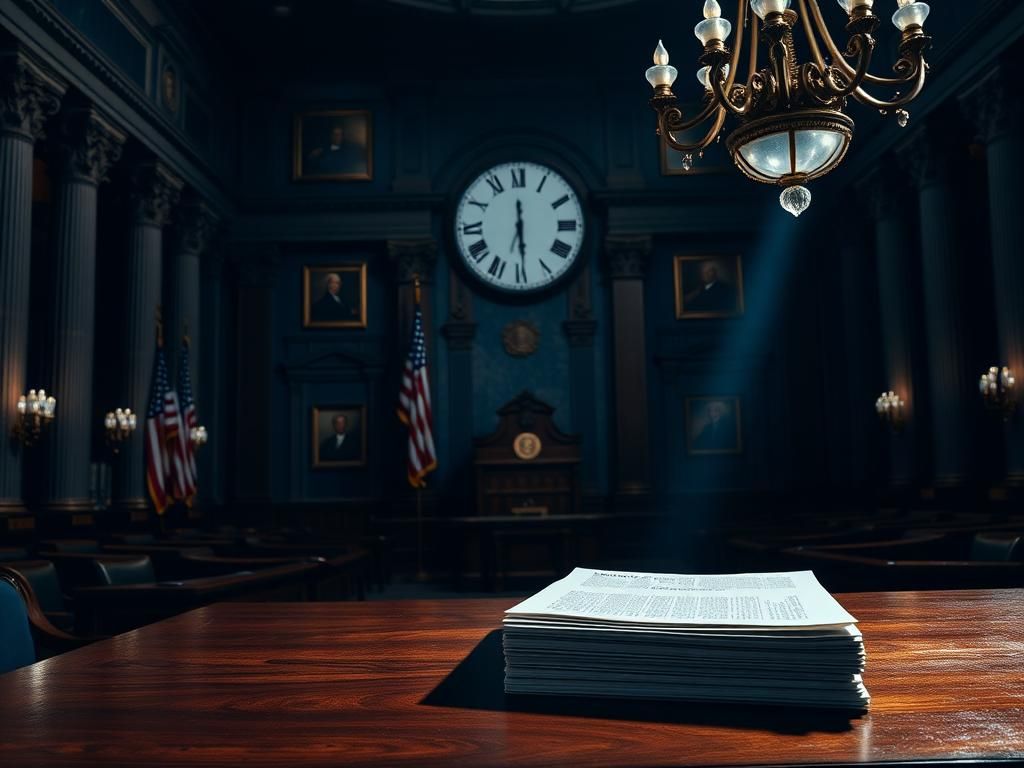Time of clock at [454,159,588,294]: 6:29
